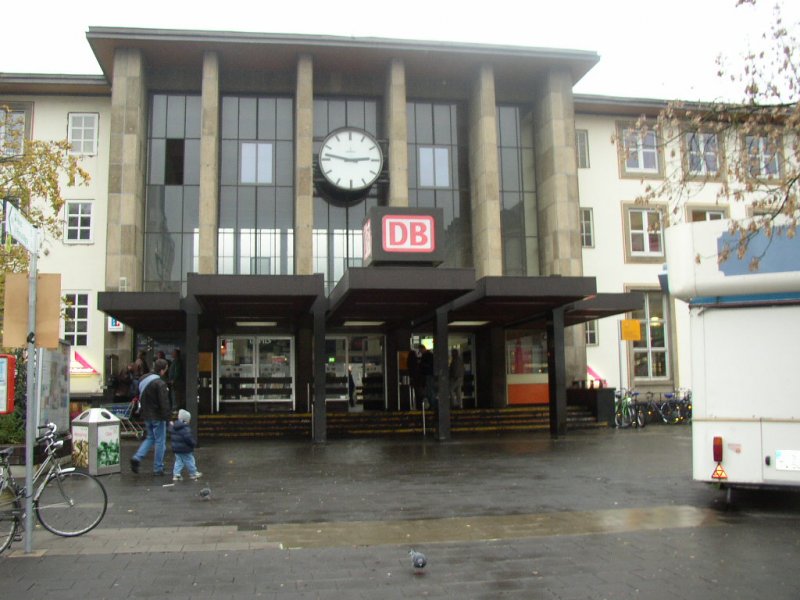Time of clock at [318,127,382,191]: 2:46
